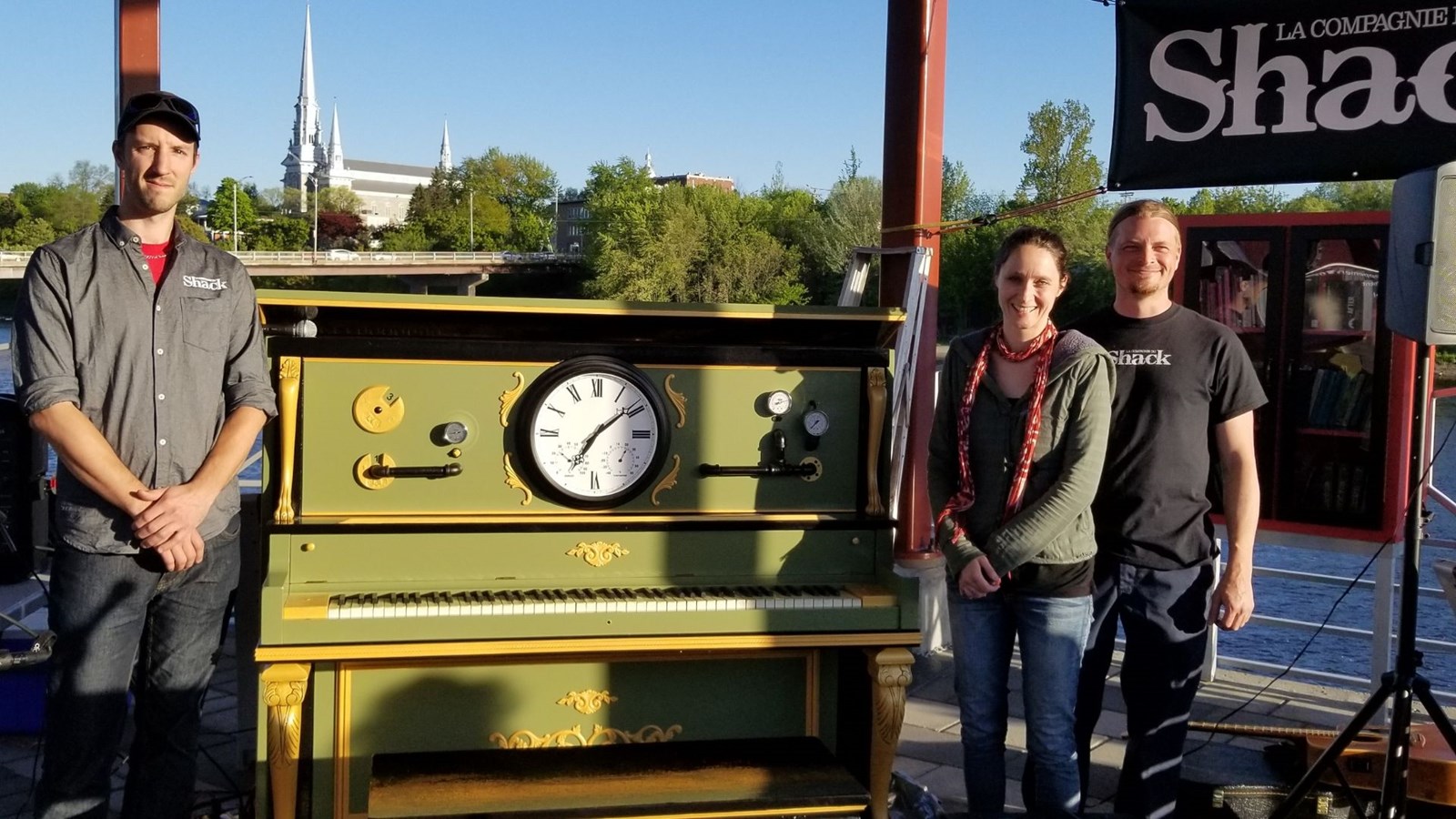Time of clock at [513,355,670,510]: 7:08
